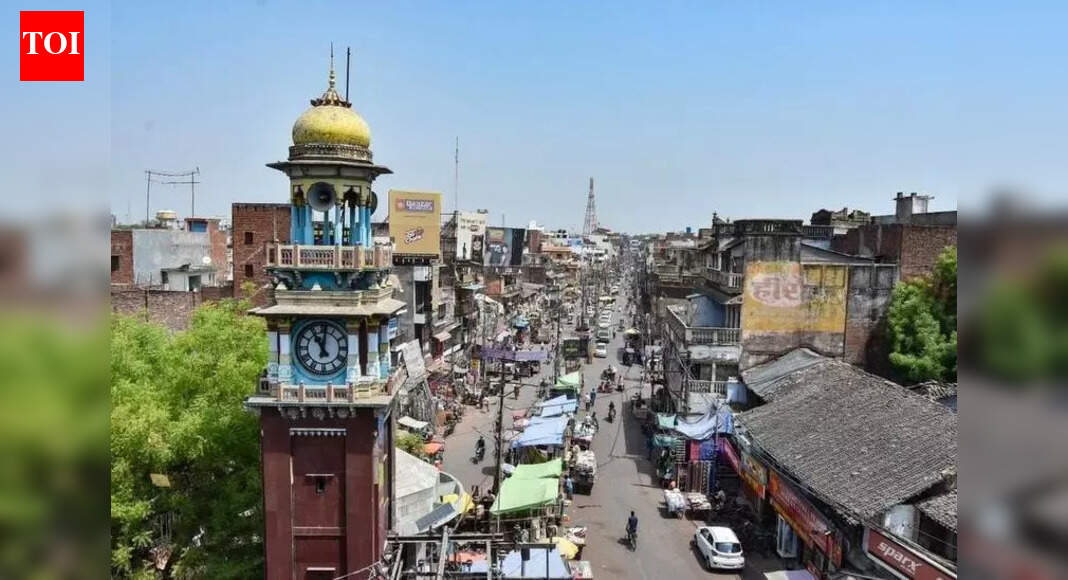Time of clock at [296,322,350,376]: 11:01
